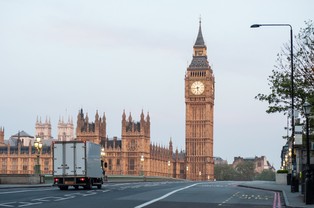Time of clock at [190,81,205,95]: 5:44
